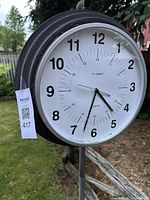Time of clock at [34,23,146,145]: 4:32
